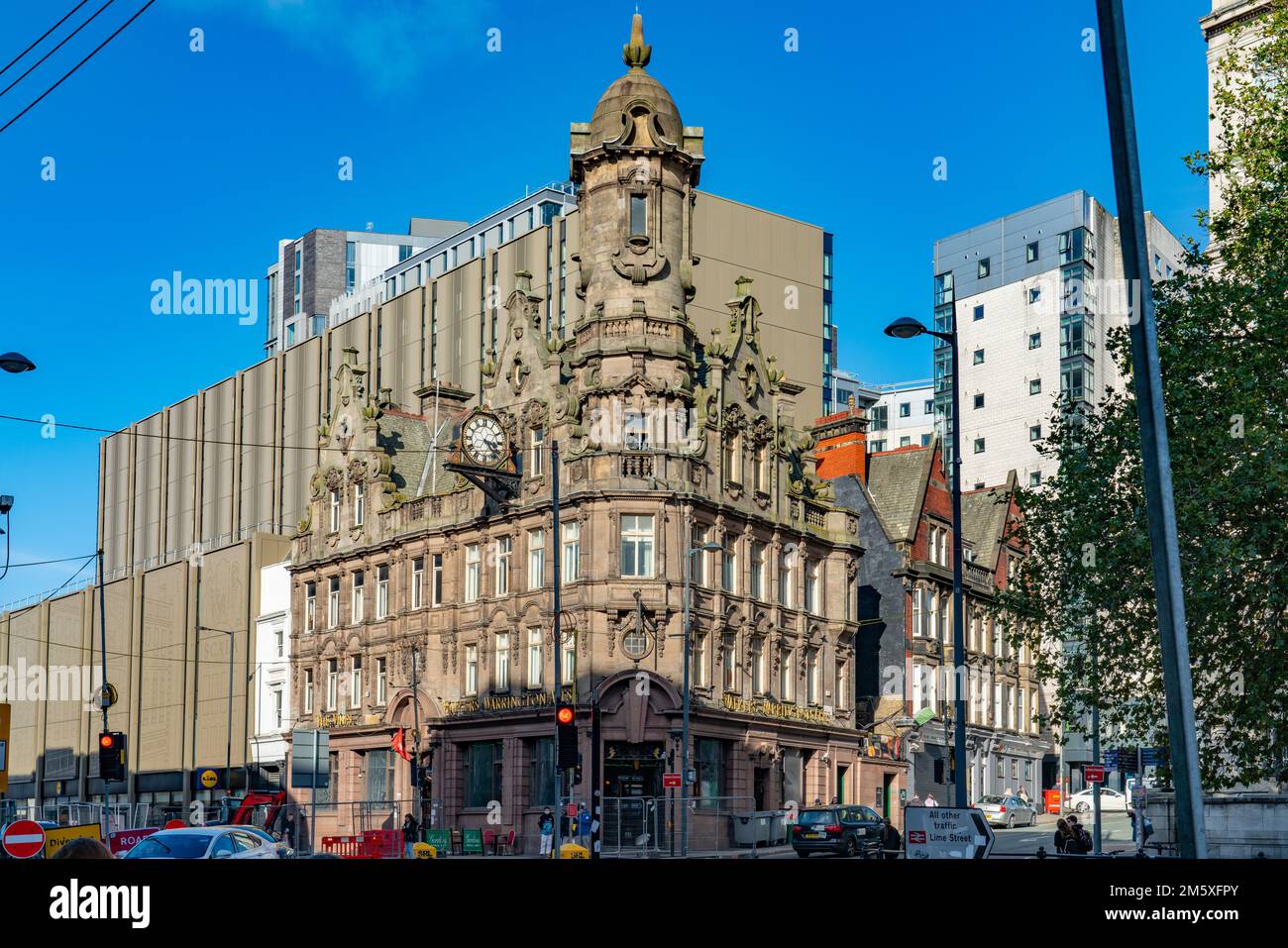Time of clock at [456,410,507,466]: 3:22
